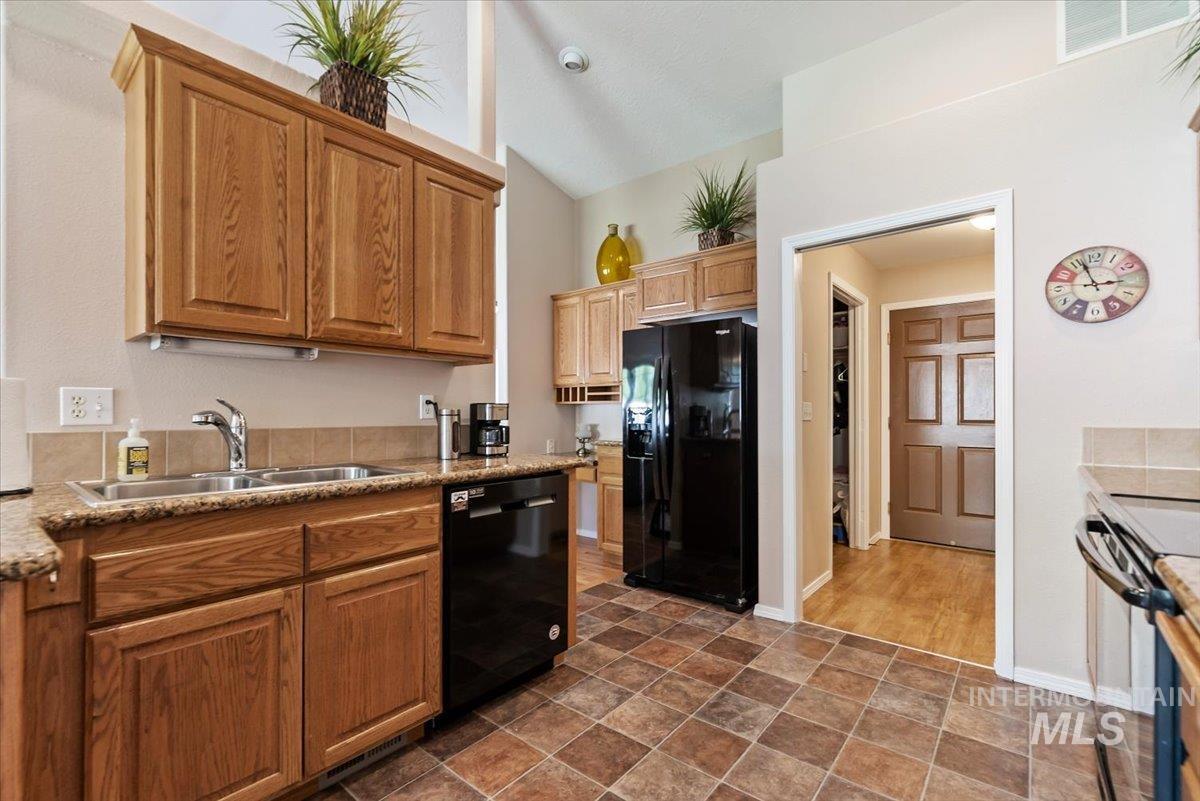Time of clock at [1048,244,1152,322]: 2:56
